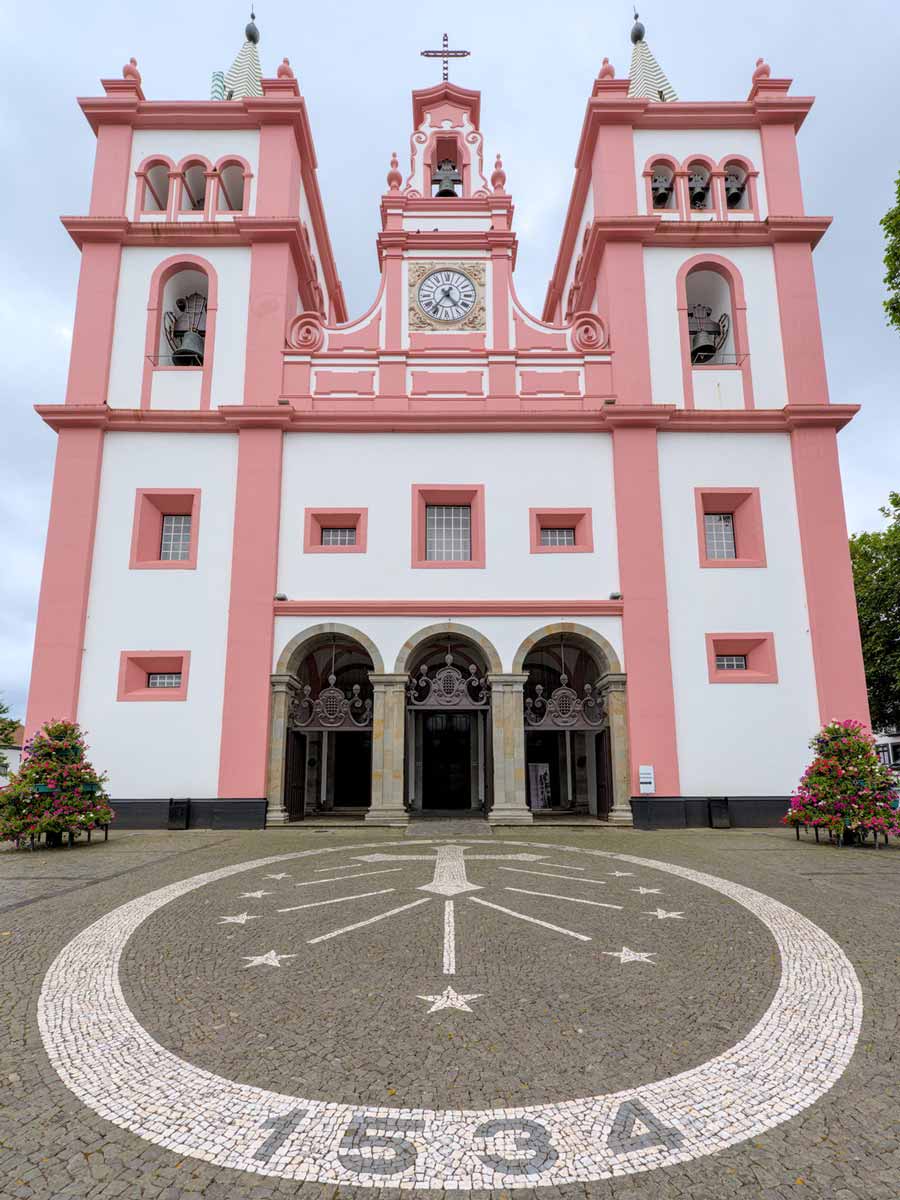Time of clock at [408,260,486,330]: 4:36
